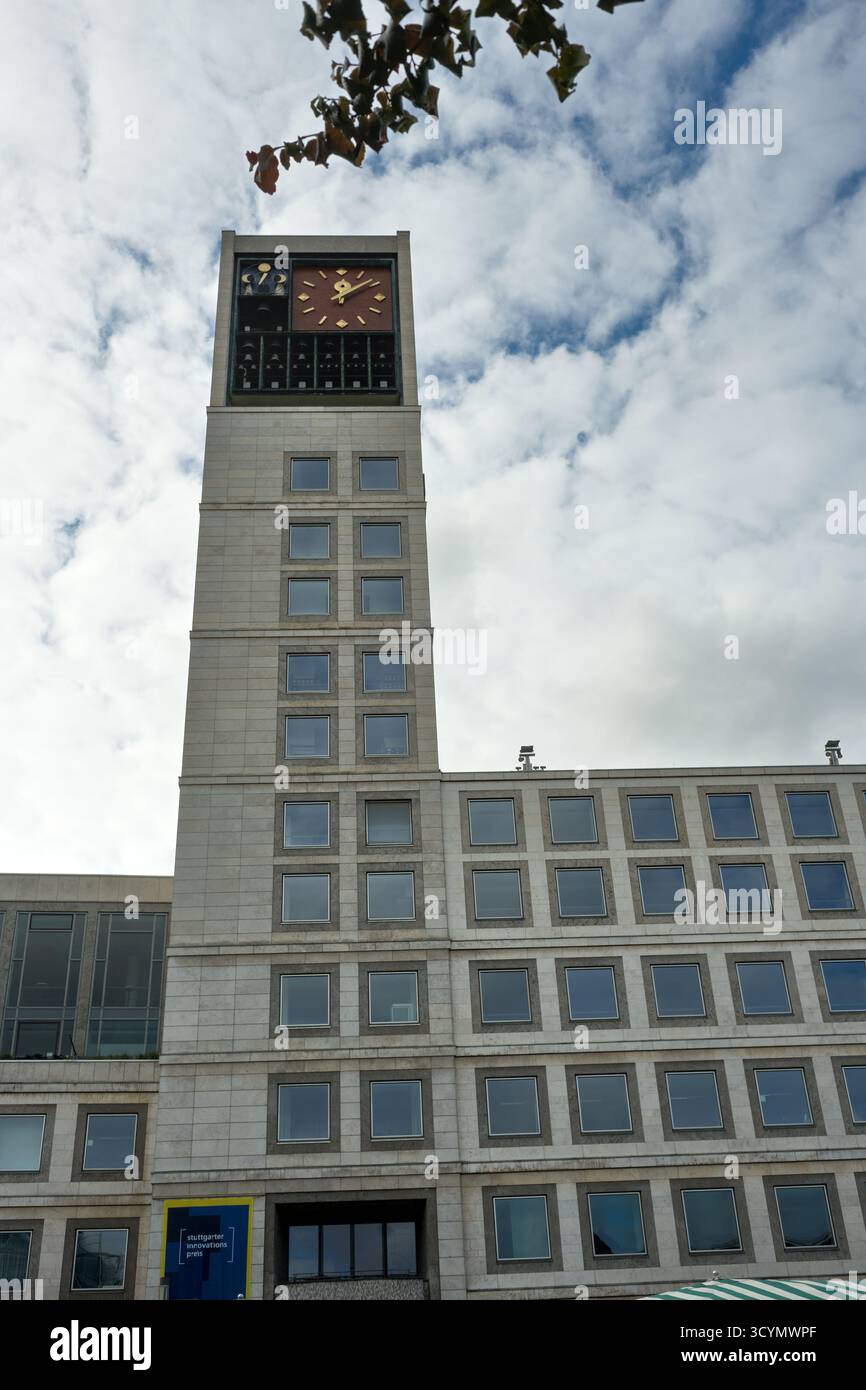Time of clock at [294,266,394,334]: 12:08
